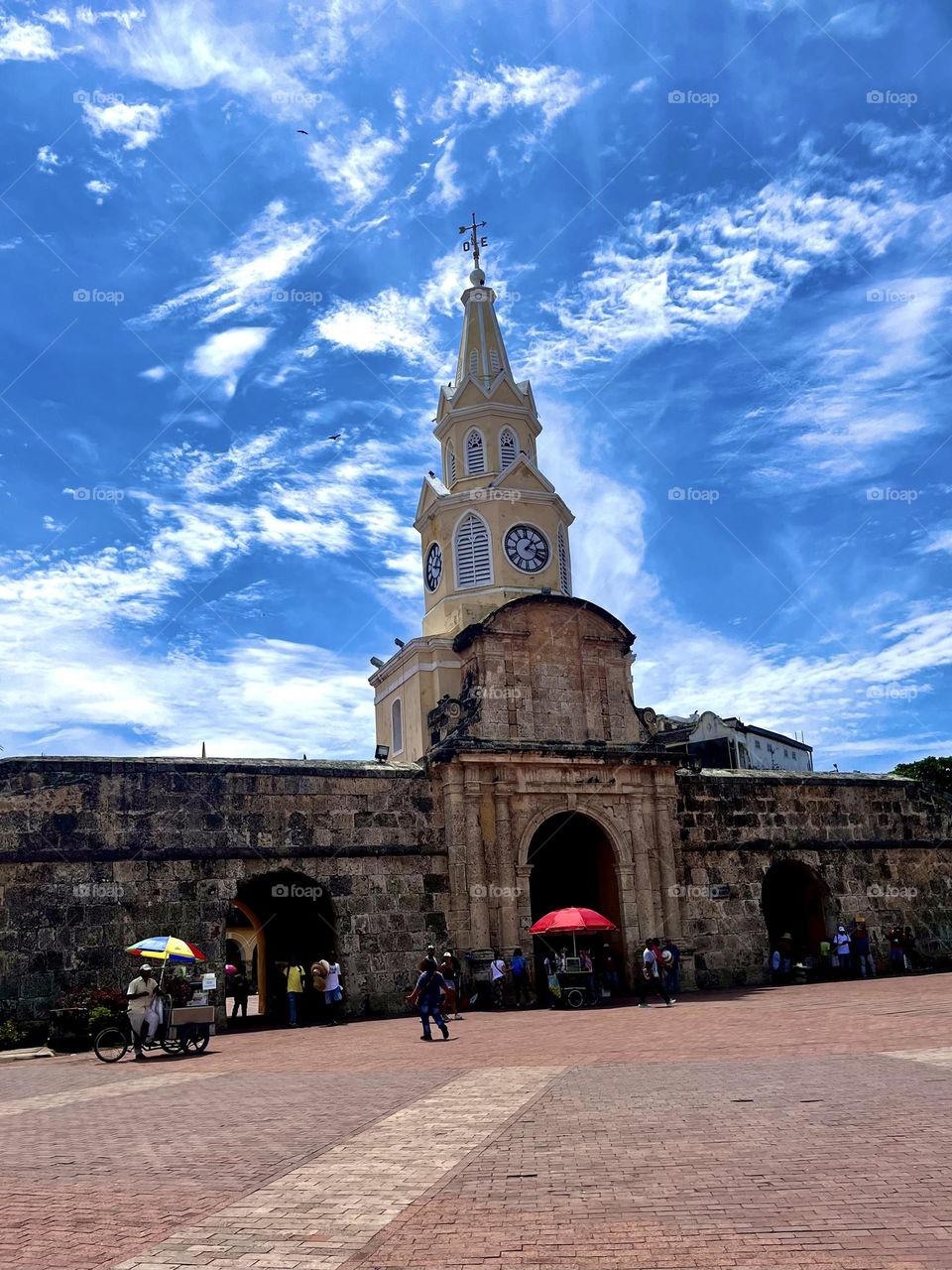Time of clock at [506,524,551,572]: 1:18
